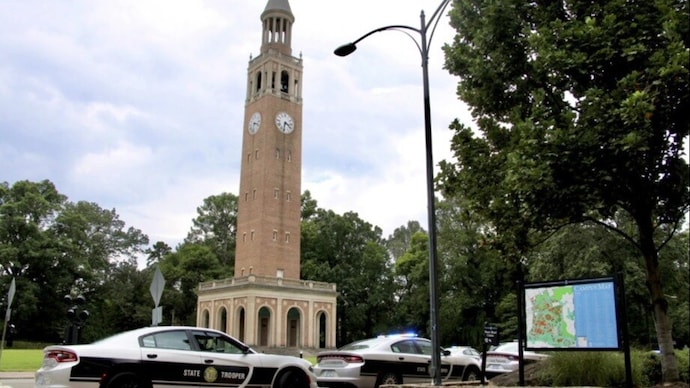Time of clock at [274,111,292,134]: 3:32
